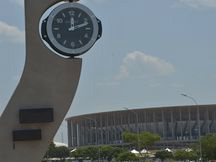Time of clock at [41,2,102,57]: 12:11
